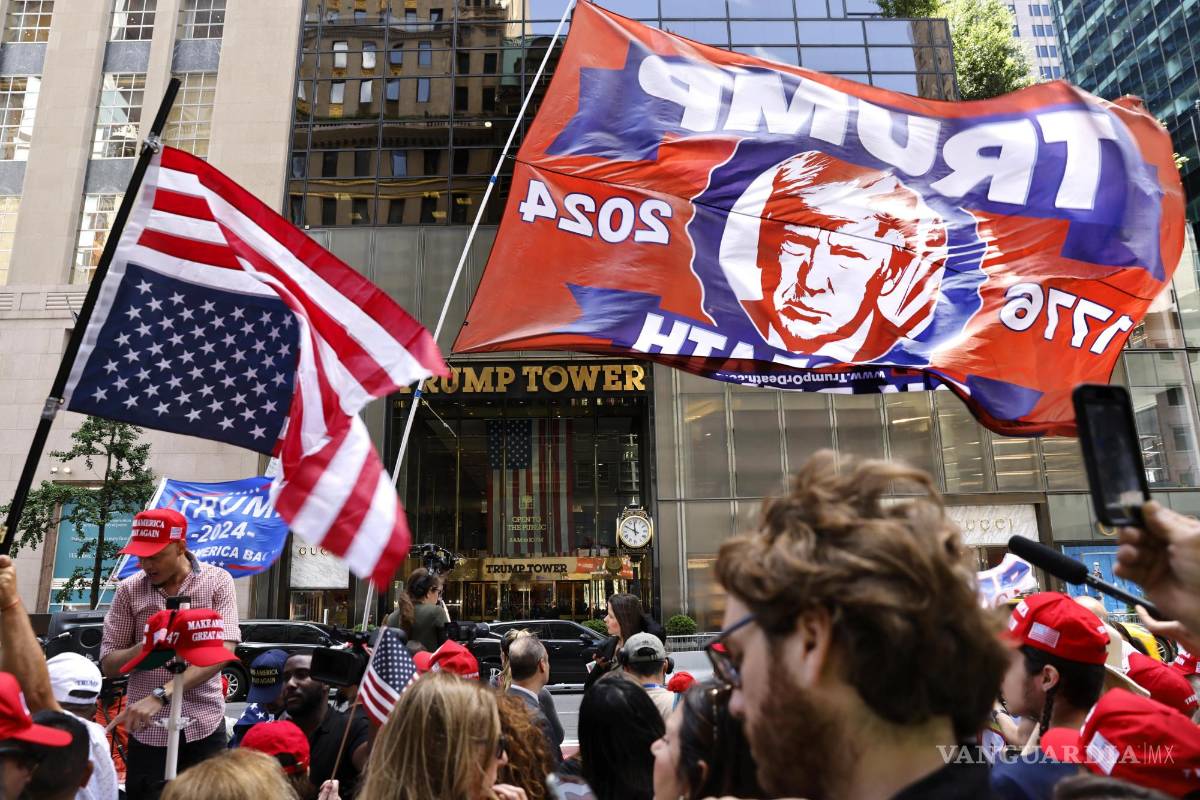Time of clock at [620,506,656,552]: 11:48
